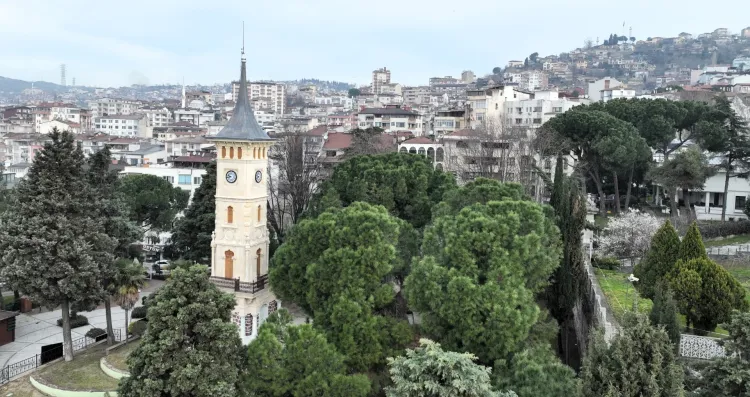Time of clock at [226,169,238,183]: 9:42
